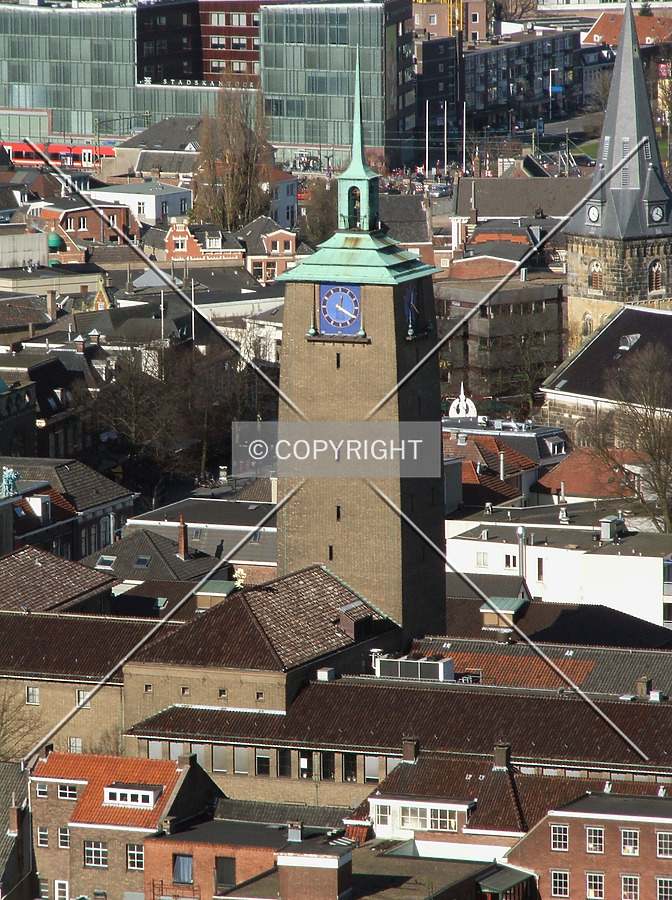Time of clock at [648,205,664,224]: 12:19
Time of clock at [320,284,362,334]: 12:20
